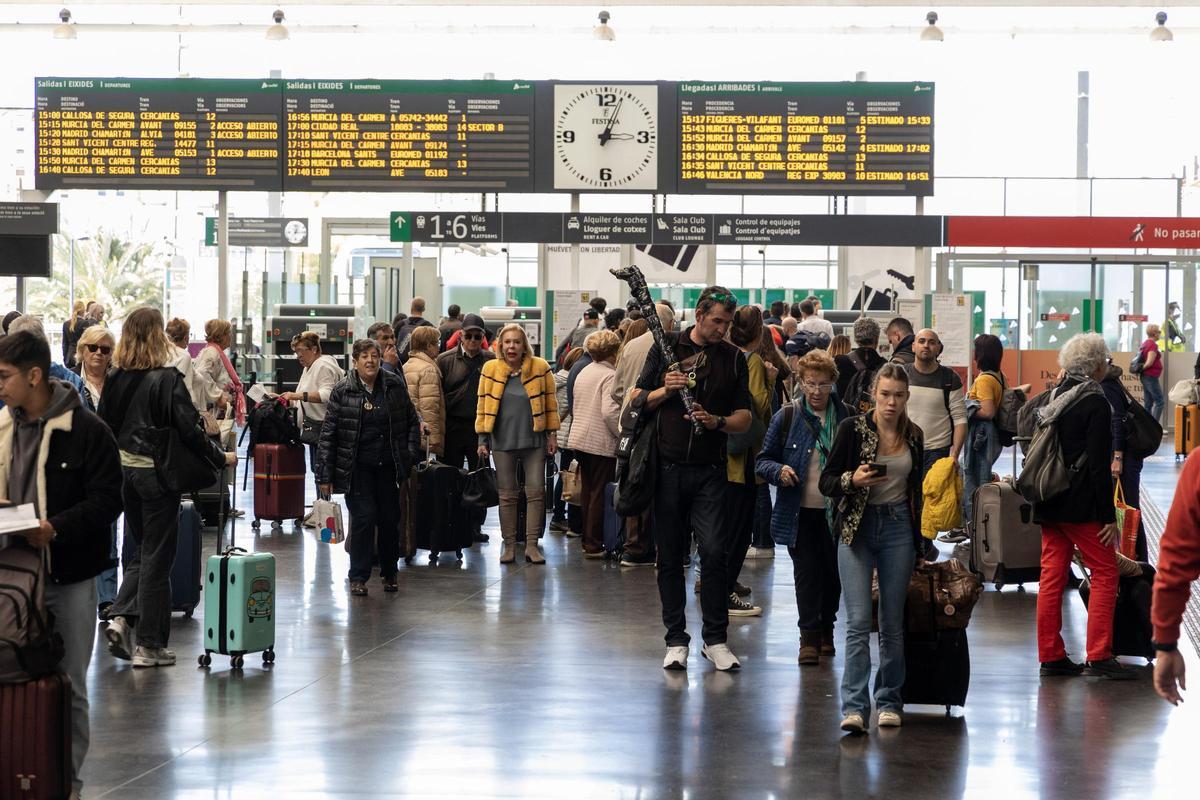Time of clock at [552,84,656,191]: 3:03
